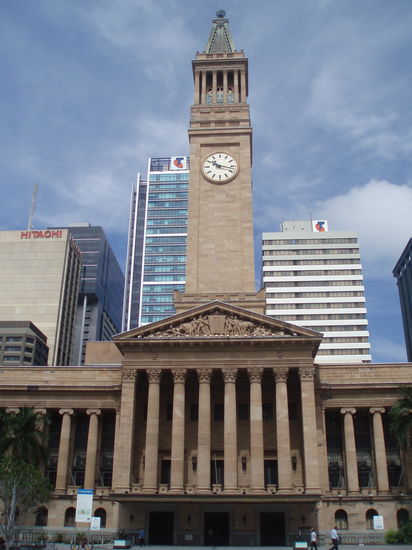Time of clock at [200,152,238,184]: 10:17
